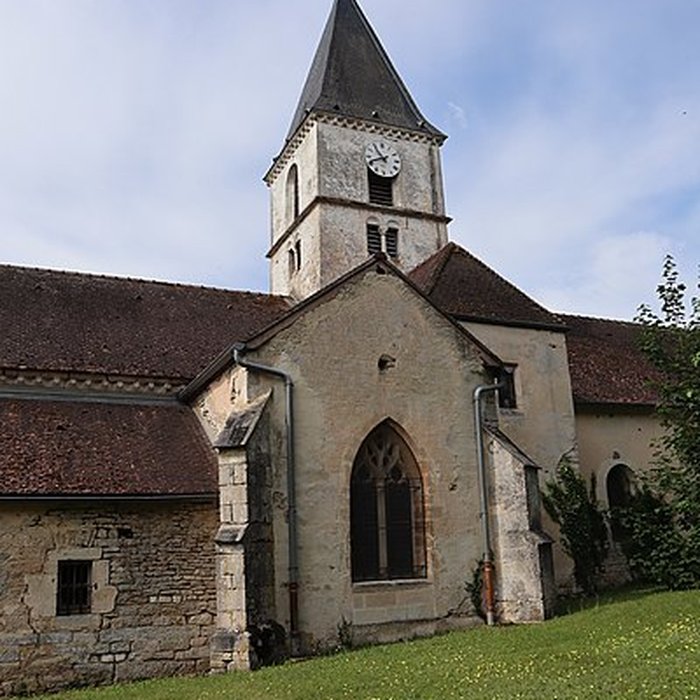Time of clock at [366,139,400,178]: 10:41
